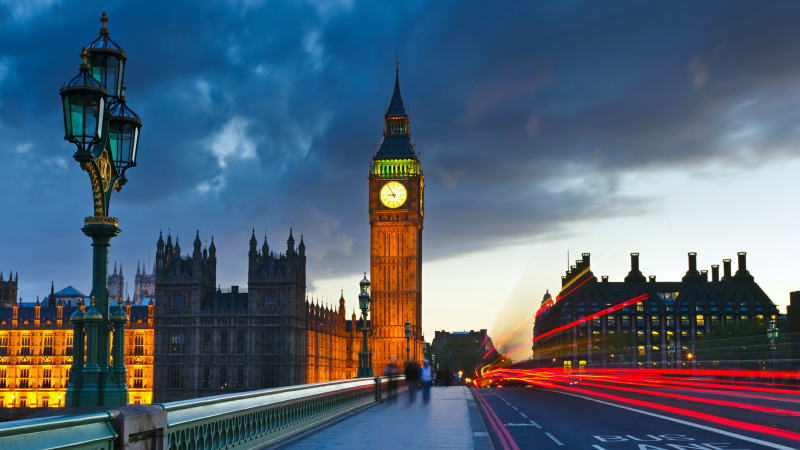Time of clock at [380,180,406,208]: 8:54
